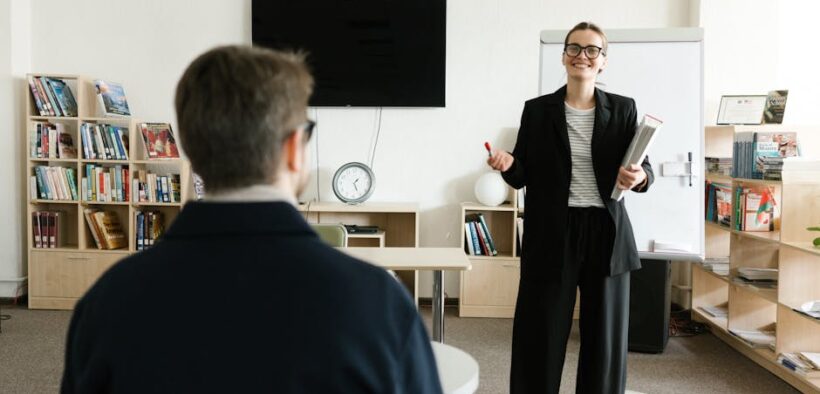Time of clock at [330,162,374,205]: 1:26
